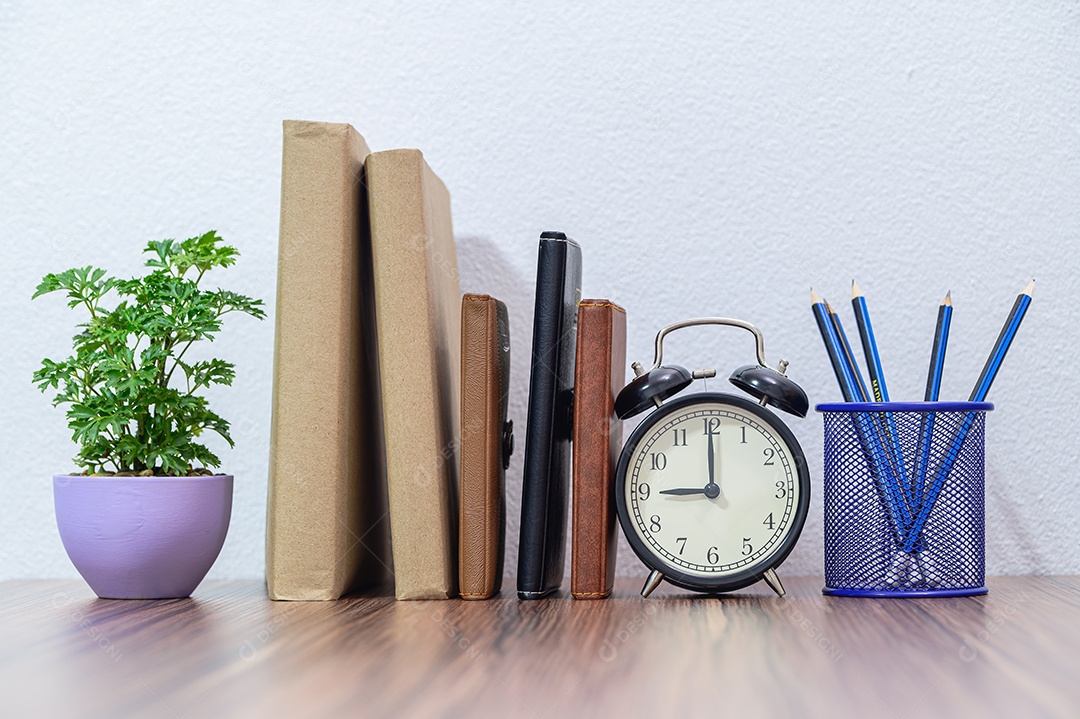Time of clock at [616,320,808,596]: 9:00
